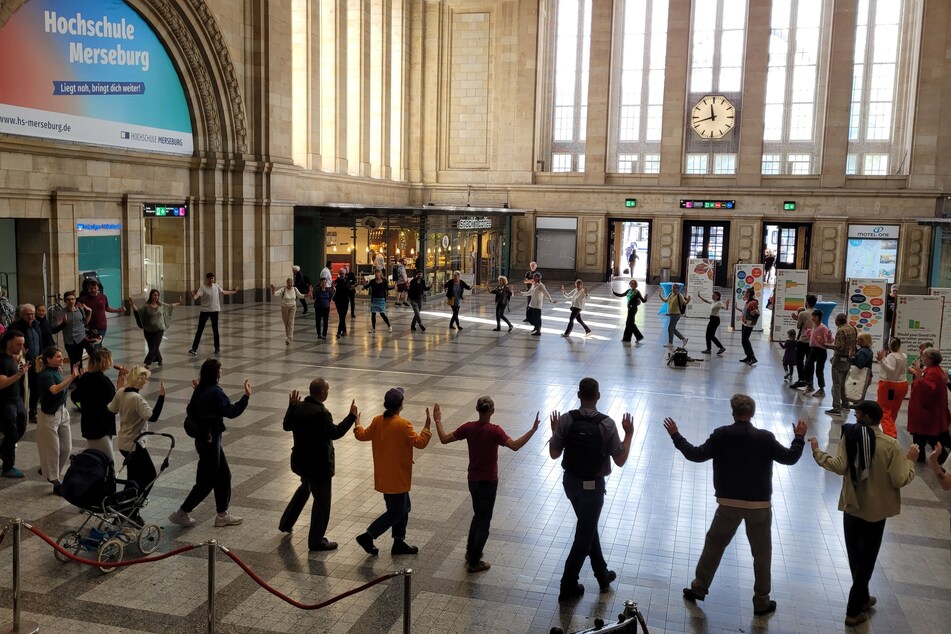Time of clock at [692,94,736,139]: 11:42
